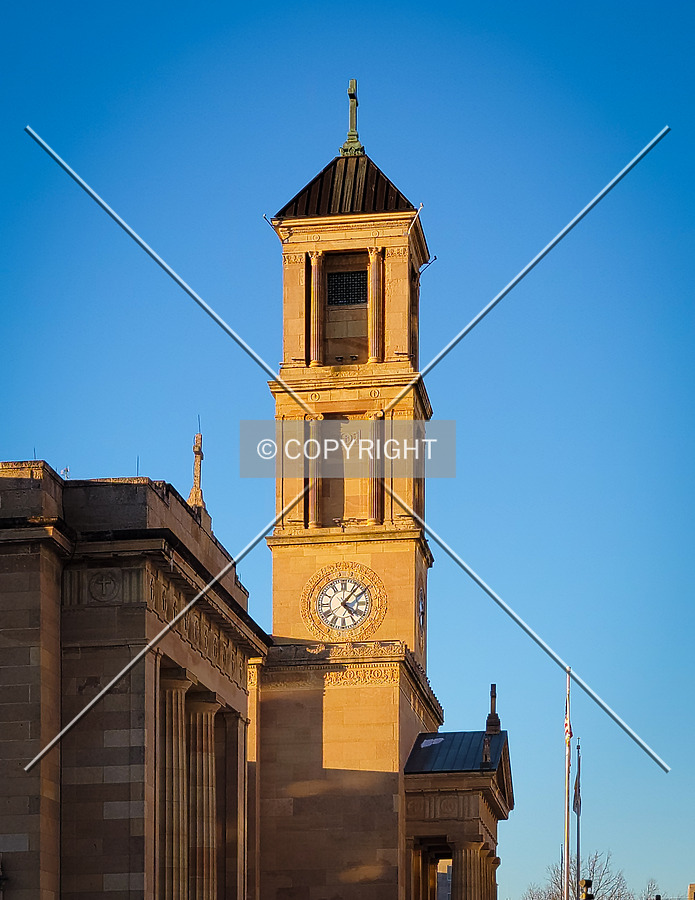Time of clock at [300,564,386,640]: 4:07
